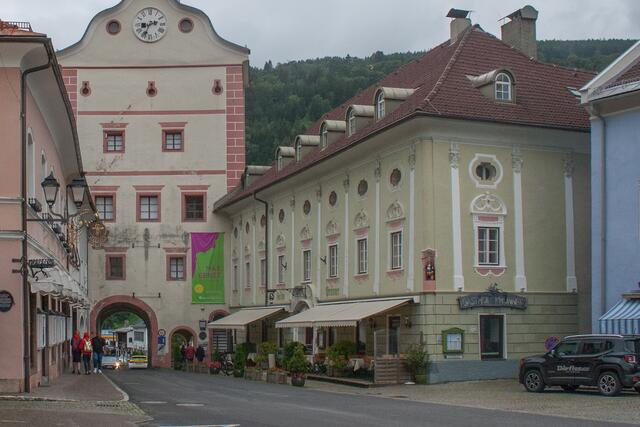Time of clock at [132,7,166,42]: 2:33
